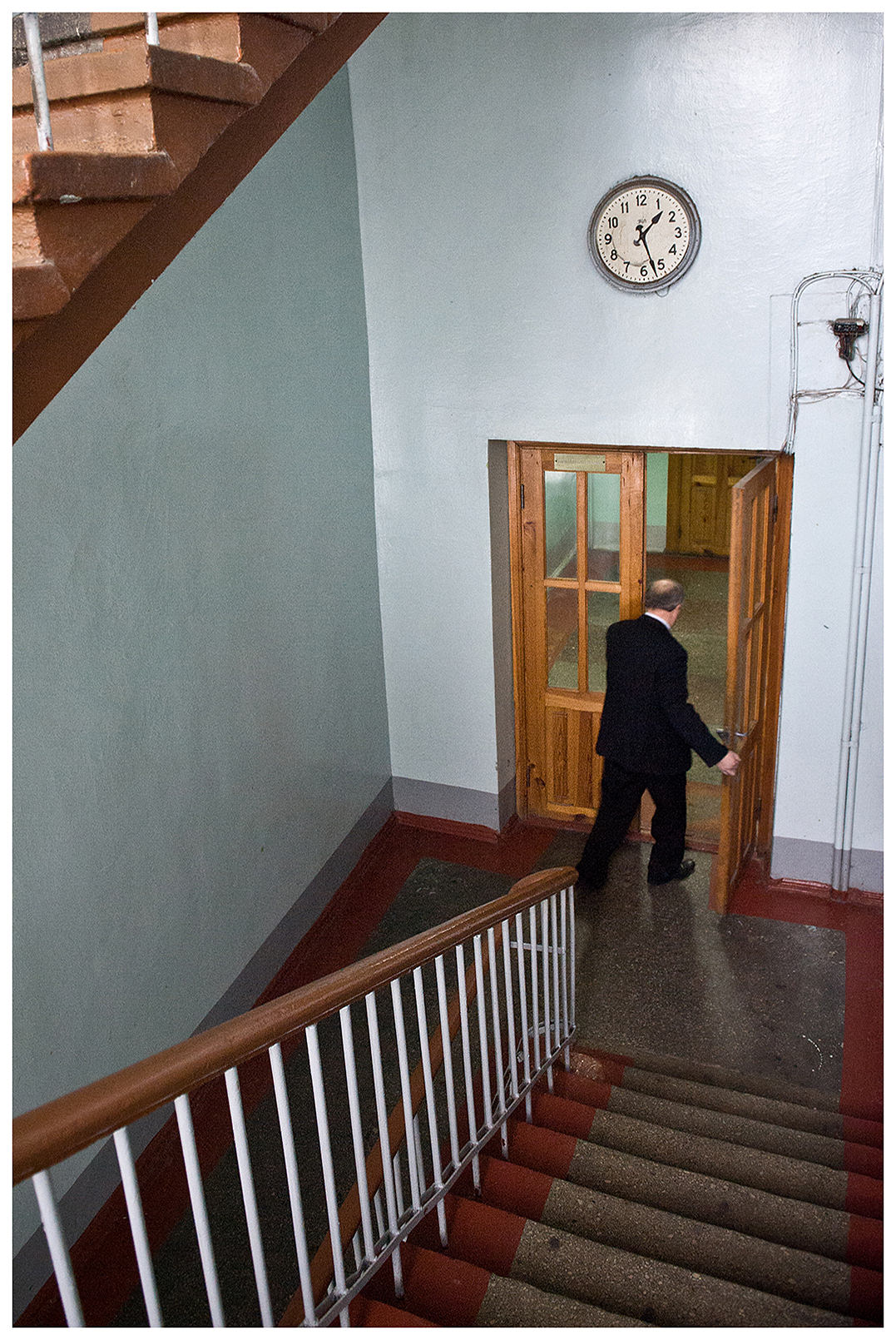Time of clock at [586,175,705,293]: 1:27
